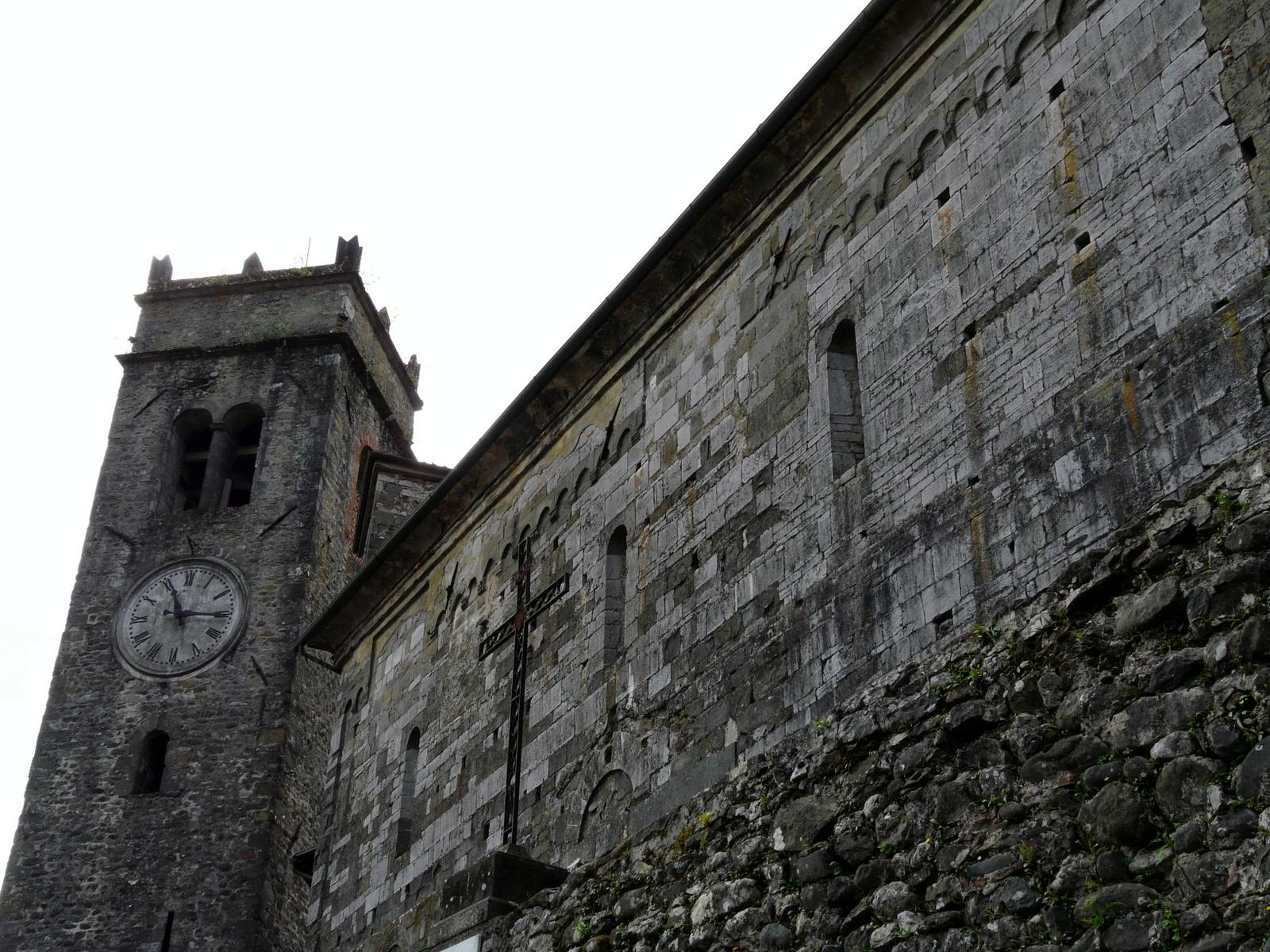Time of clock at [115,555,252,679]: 11:15
